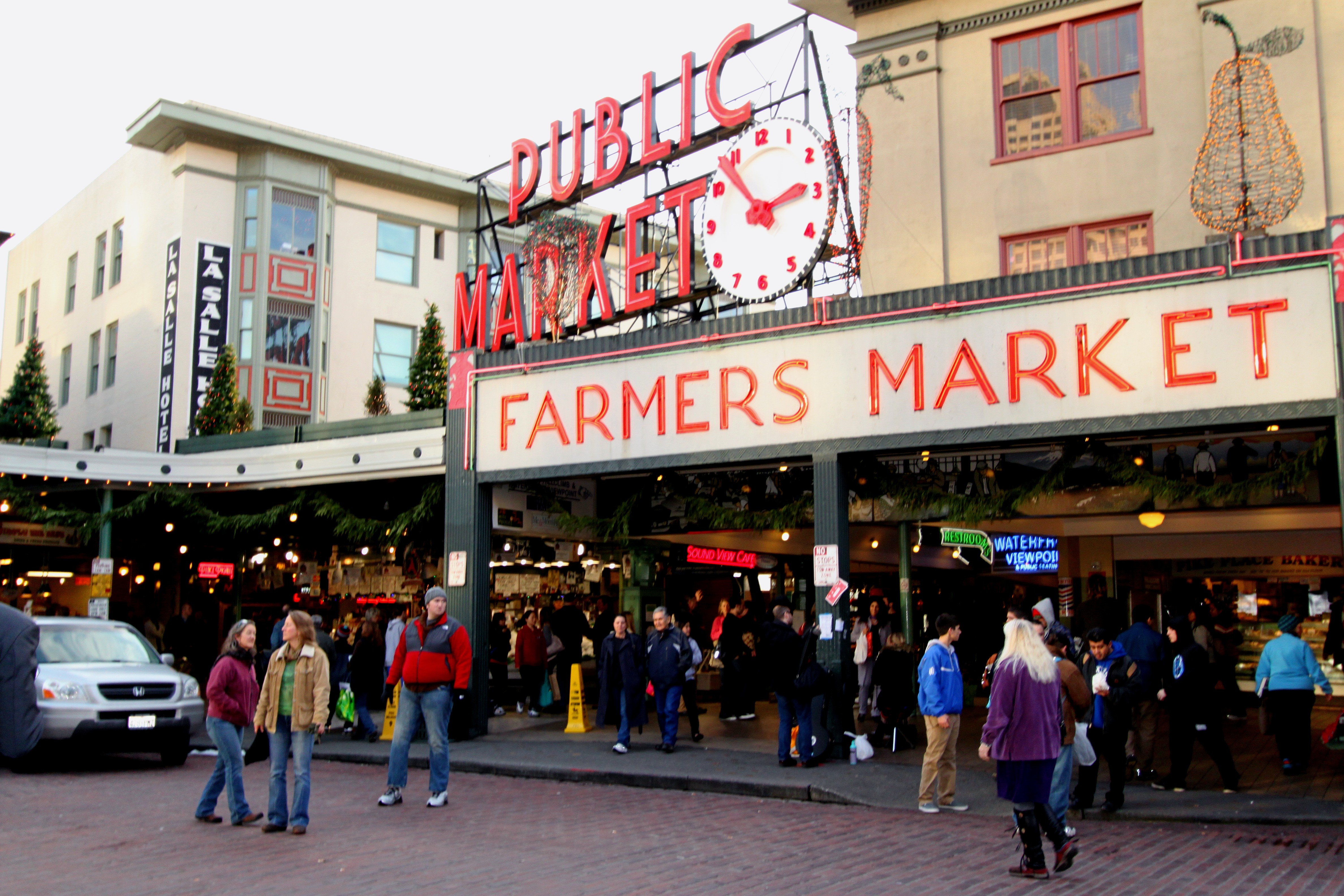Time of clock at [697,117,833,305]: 2:53
